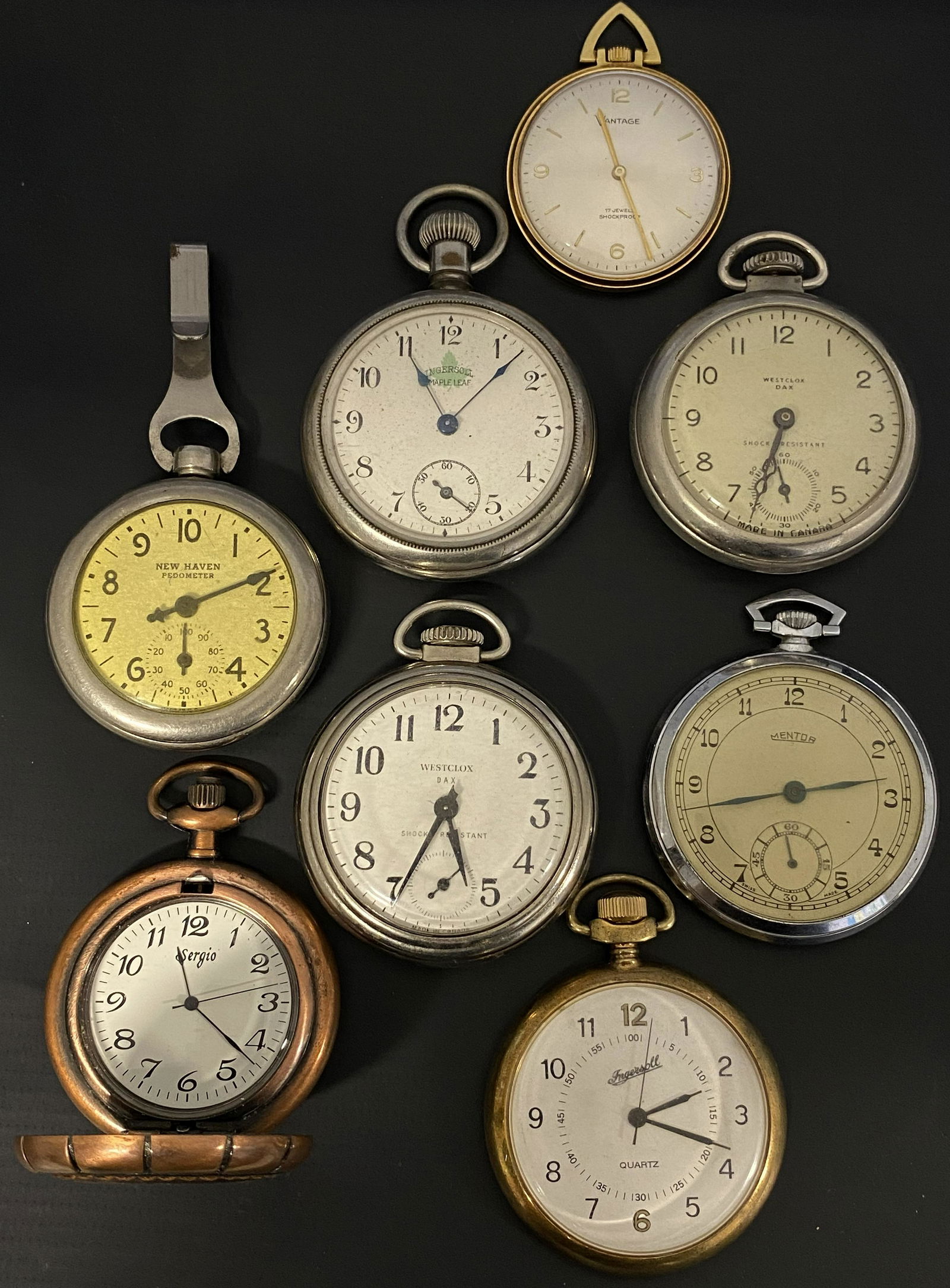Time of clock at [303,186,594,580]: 11:07
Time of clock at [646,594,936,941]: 2:42
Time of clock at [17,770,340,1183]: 11:22
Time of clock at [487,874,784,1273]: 2:18
